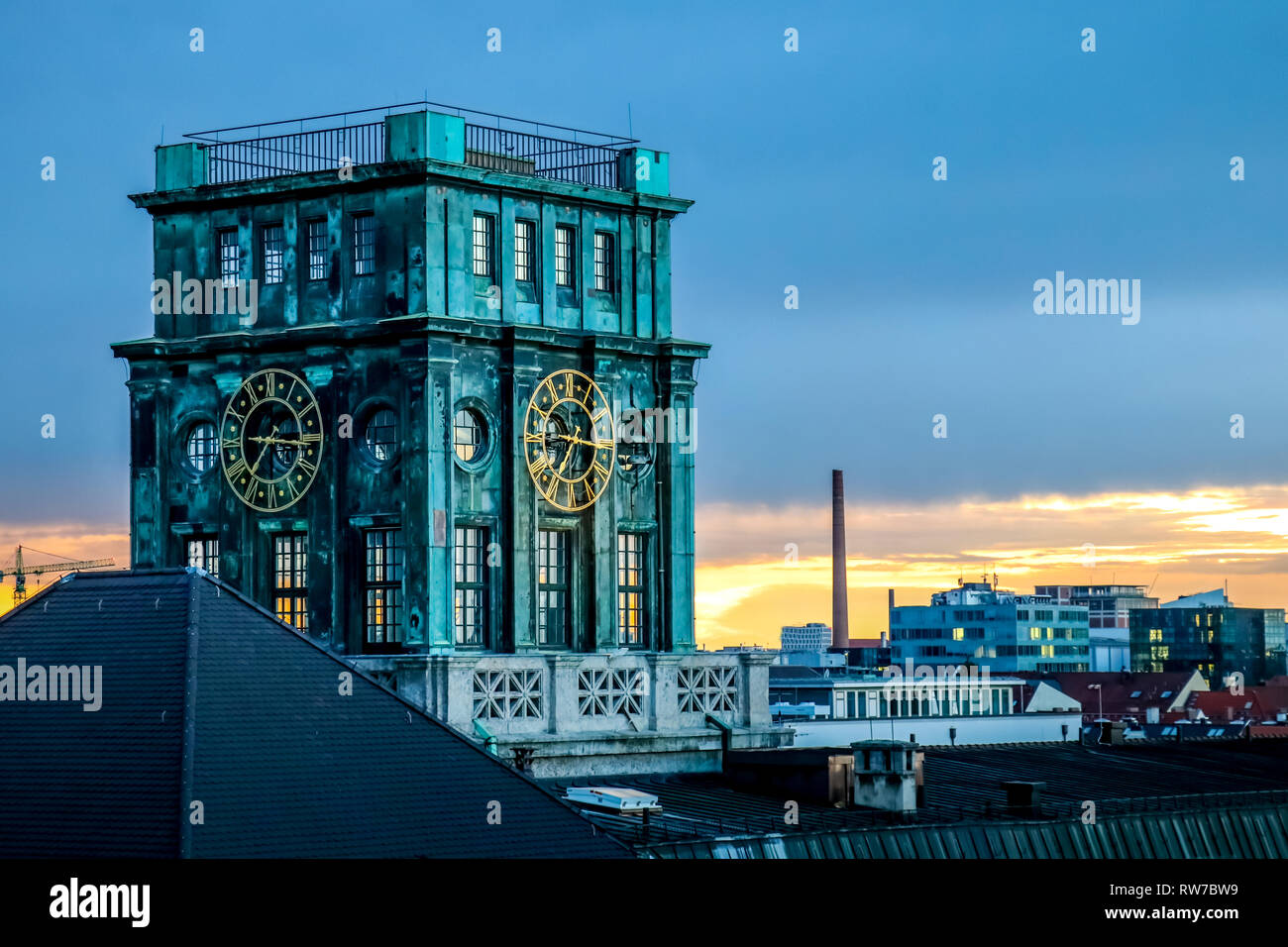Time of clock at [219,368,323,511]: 7:15
